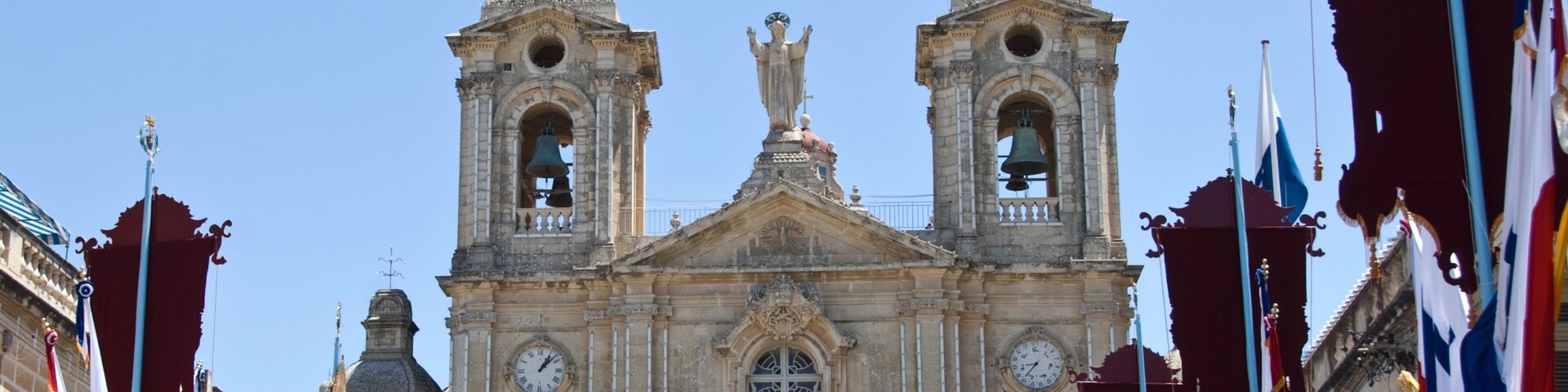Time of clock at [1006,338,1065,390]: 8:35
